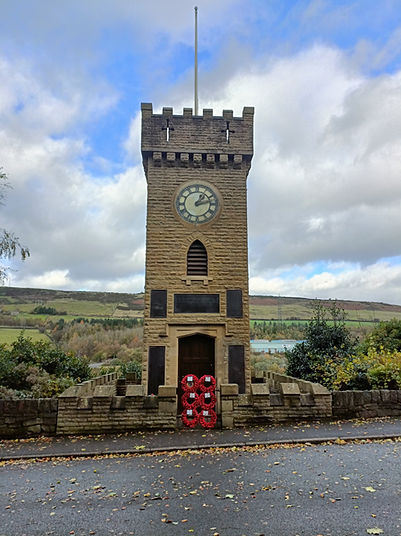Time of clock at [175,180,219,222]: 1:13
